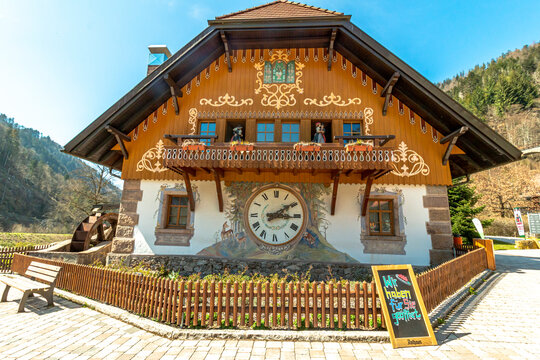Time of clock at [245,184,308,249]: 3:09
